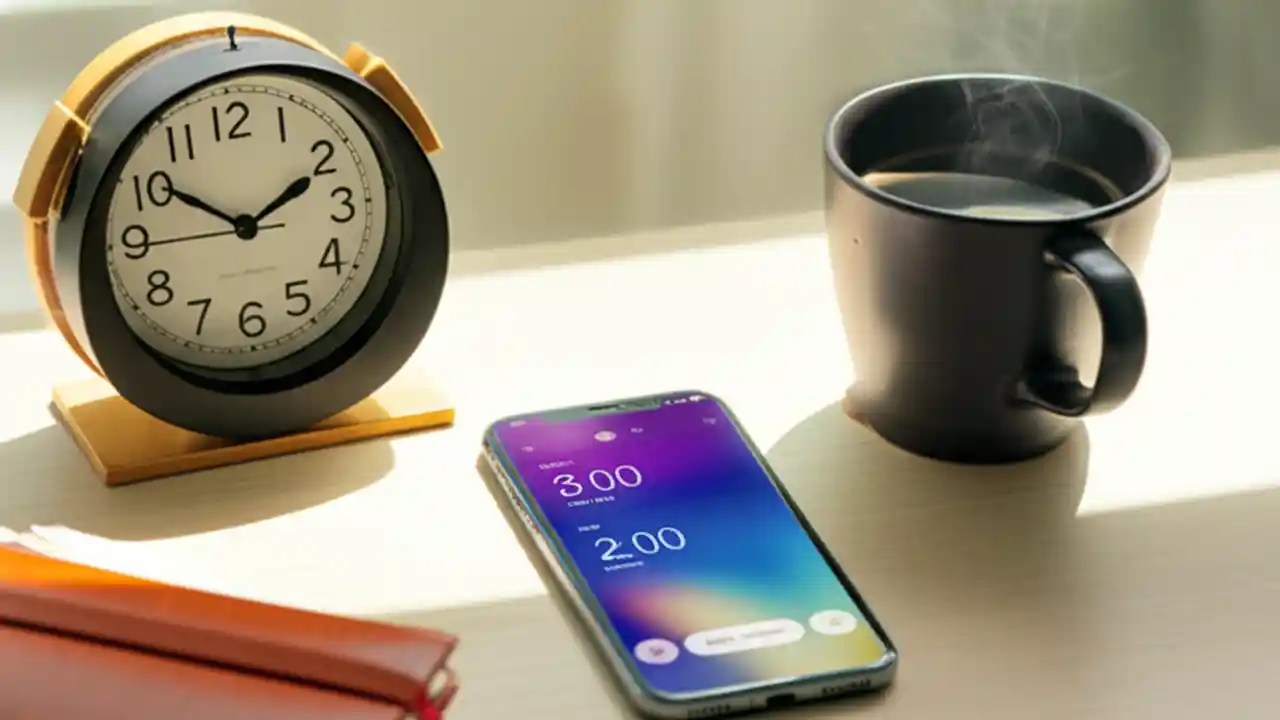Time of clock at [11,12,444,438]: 10:10
